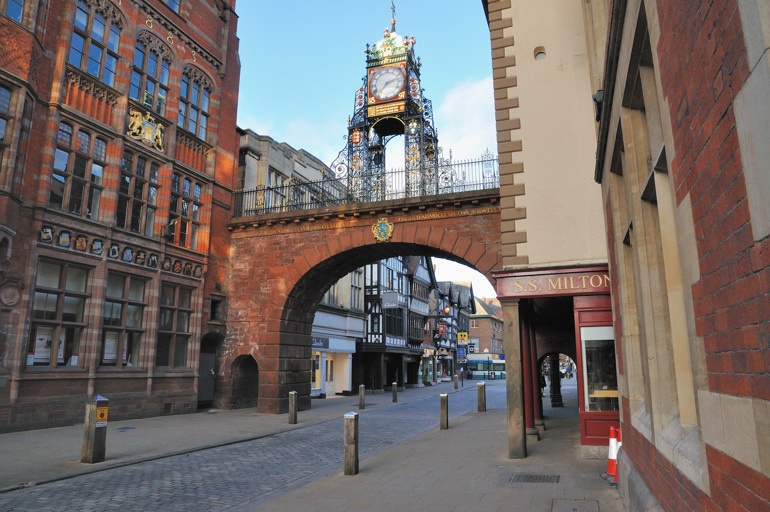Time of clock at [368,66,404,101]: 7:12
